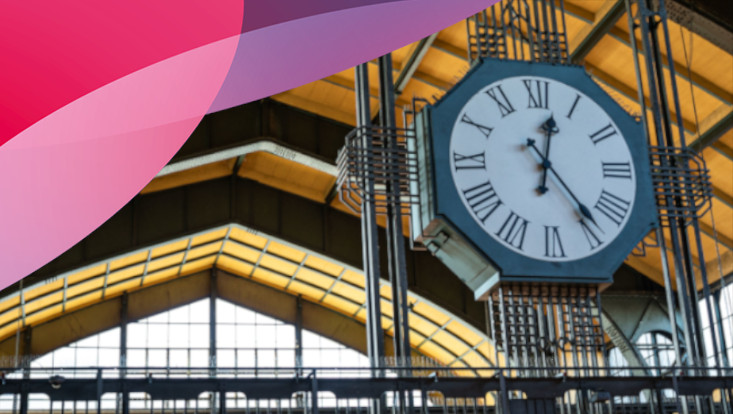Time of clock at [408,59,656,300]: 12:23
